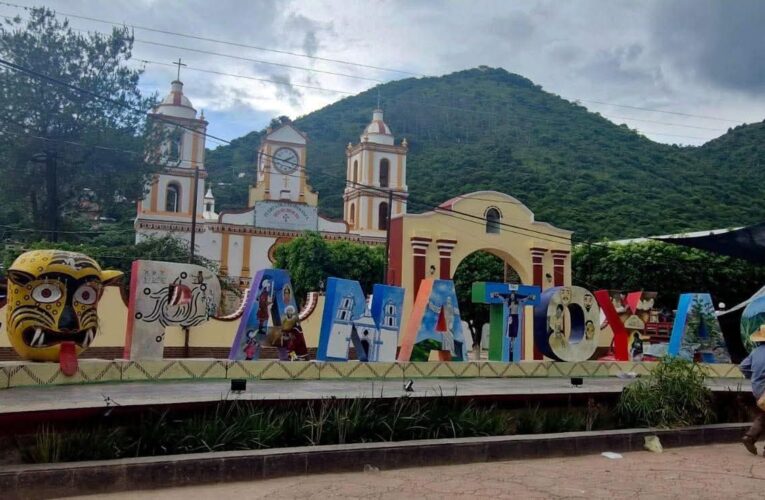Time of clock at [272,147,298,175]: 2:18
